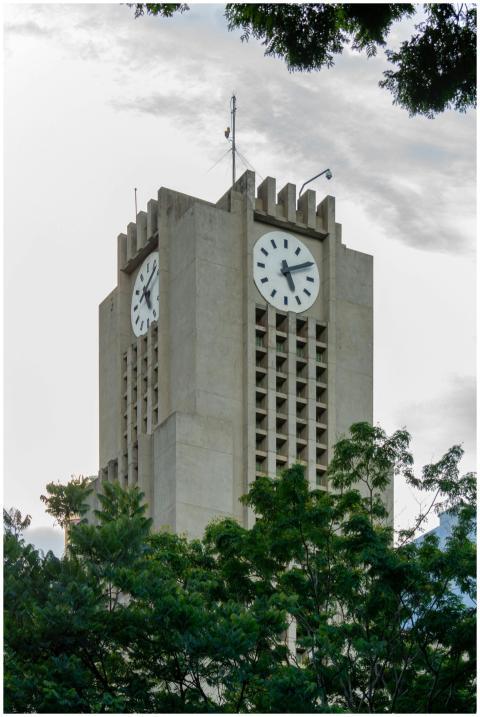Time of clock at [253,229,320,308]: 5:10
